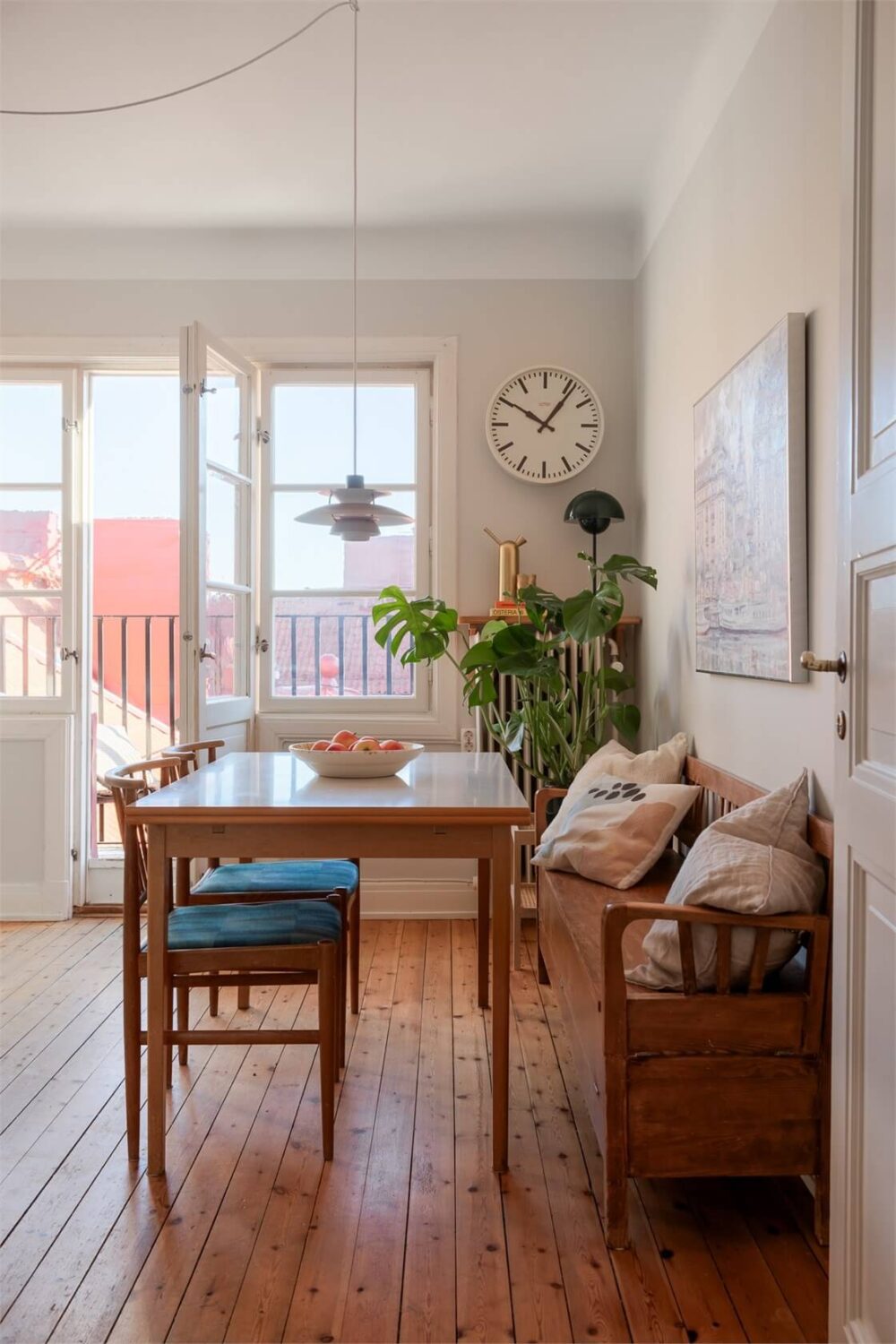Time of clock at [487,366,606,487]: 10:06
